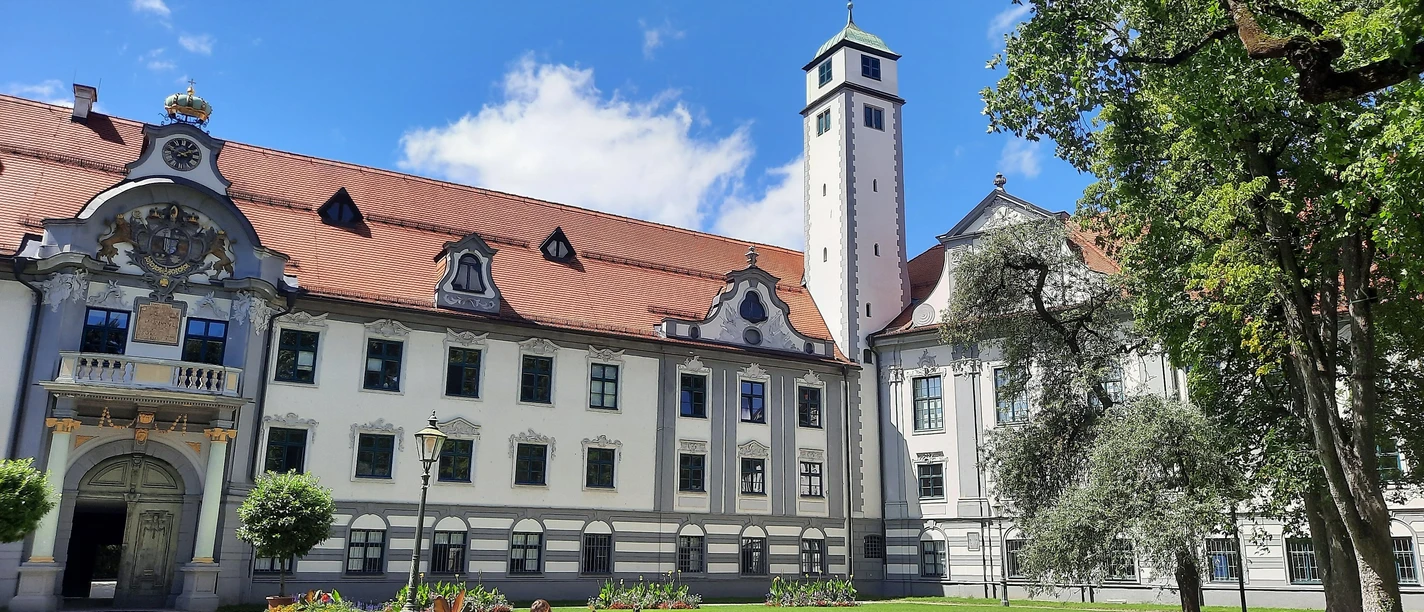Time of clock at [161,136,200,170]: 2:48
